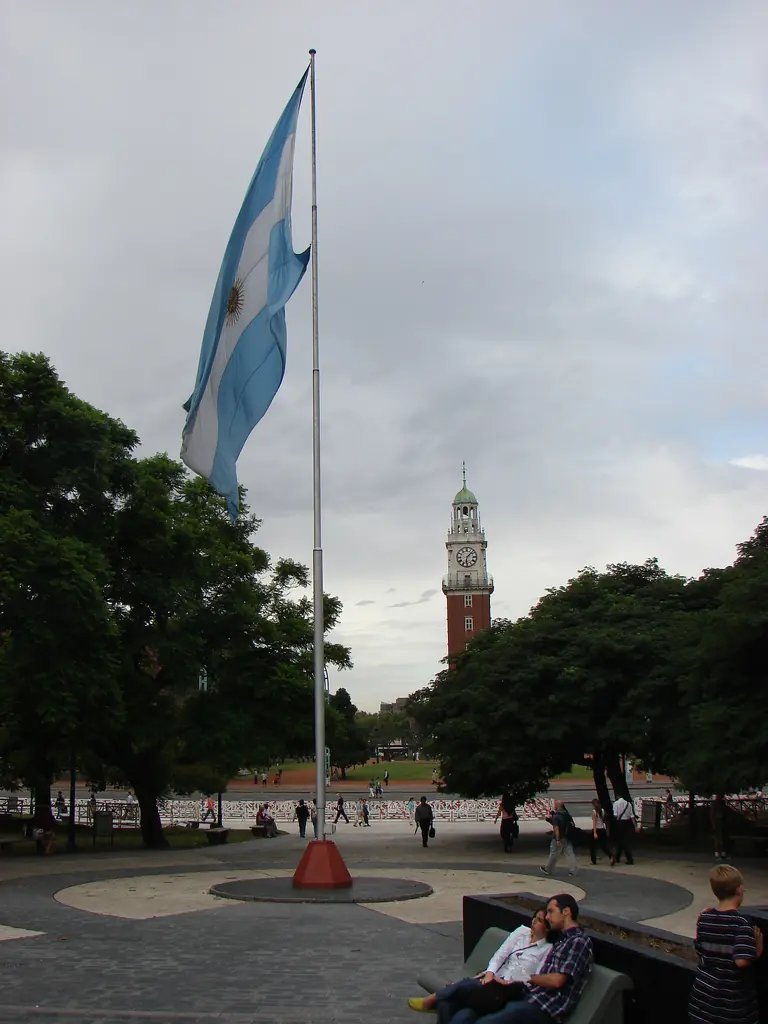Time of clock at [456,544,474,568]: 6:07
